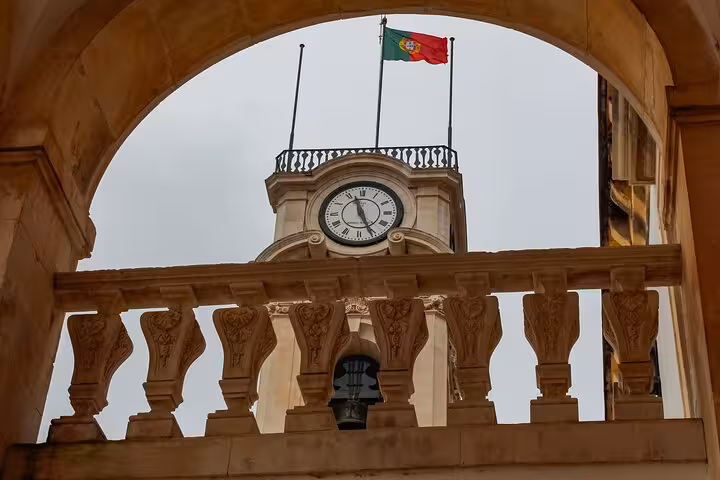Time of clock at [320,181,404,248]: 11:25
